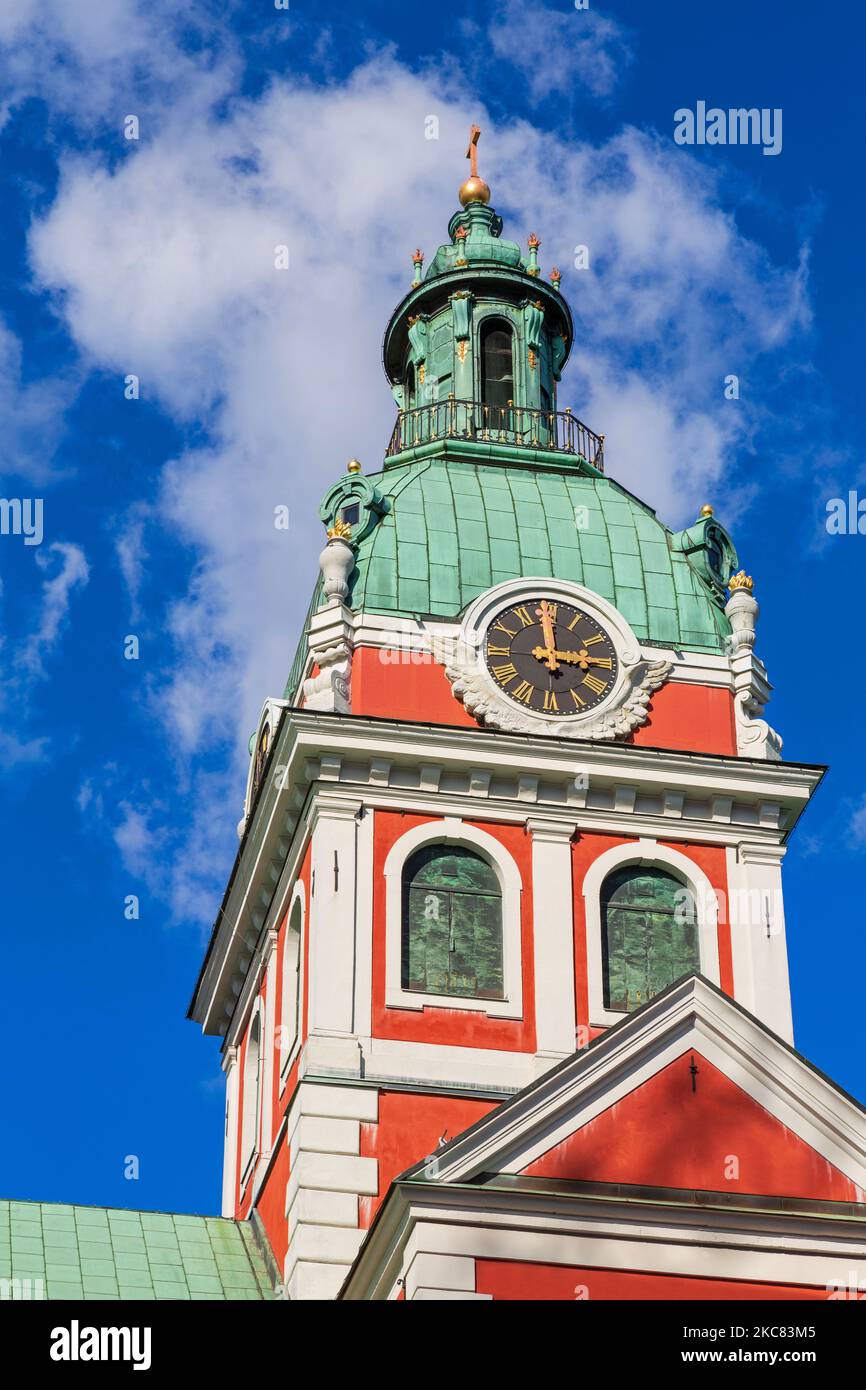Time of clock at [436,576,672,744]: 2:59
